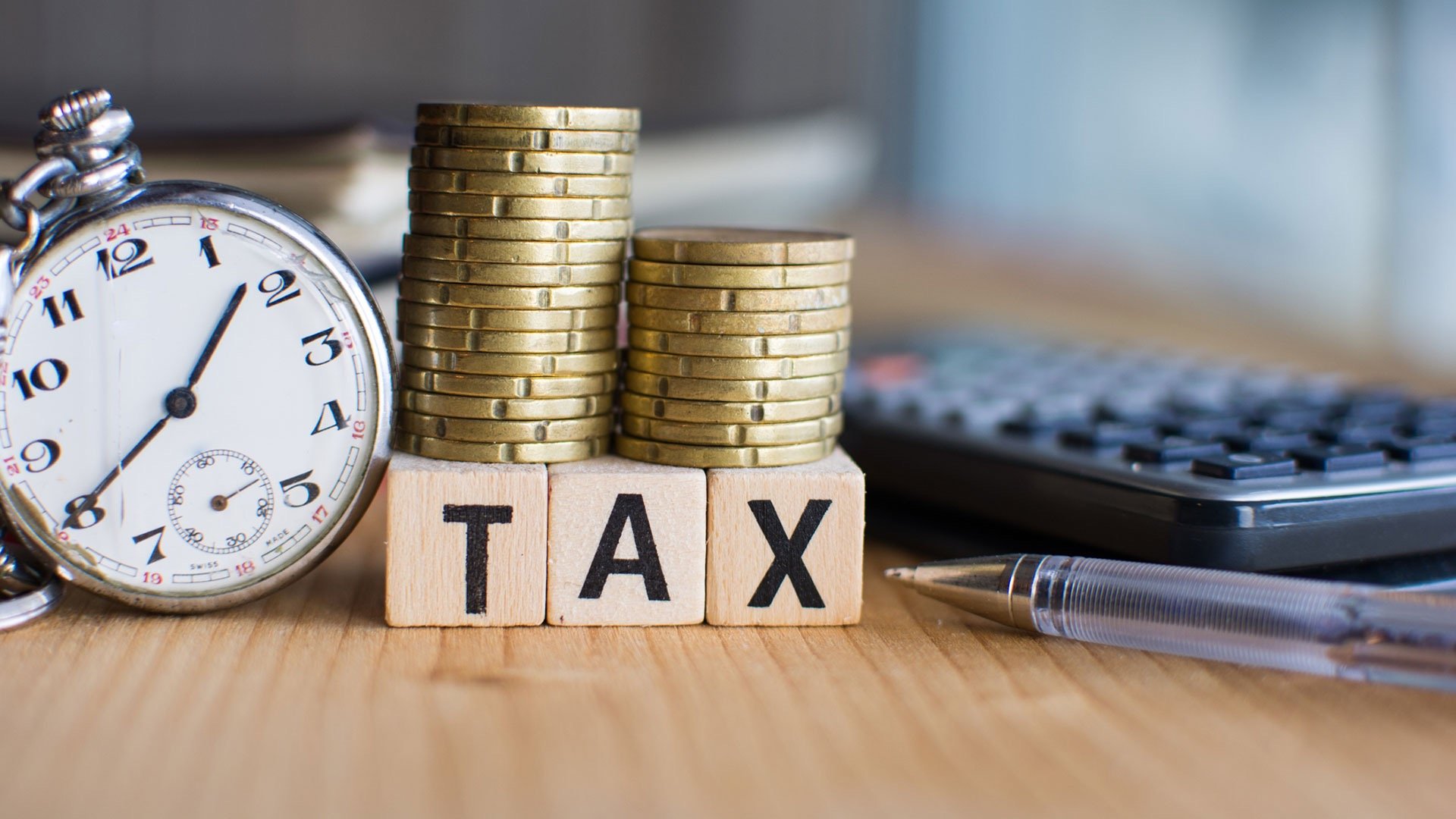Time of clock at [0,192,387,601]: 1:39
